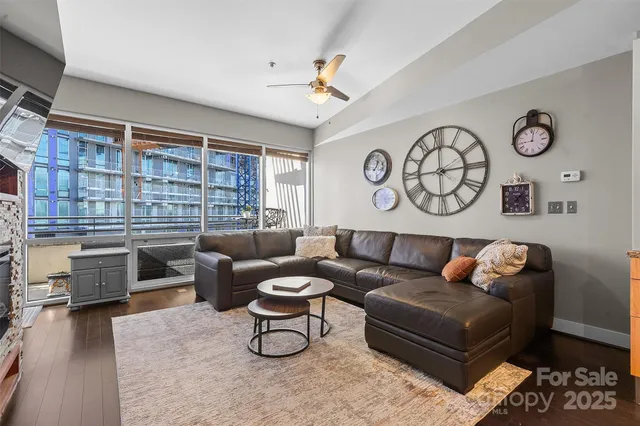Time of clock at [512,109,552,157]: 9:01
